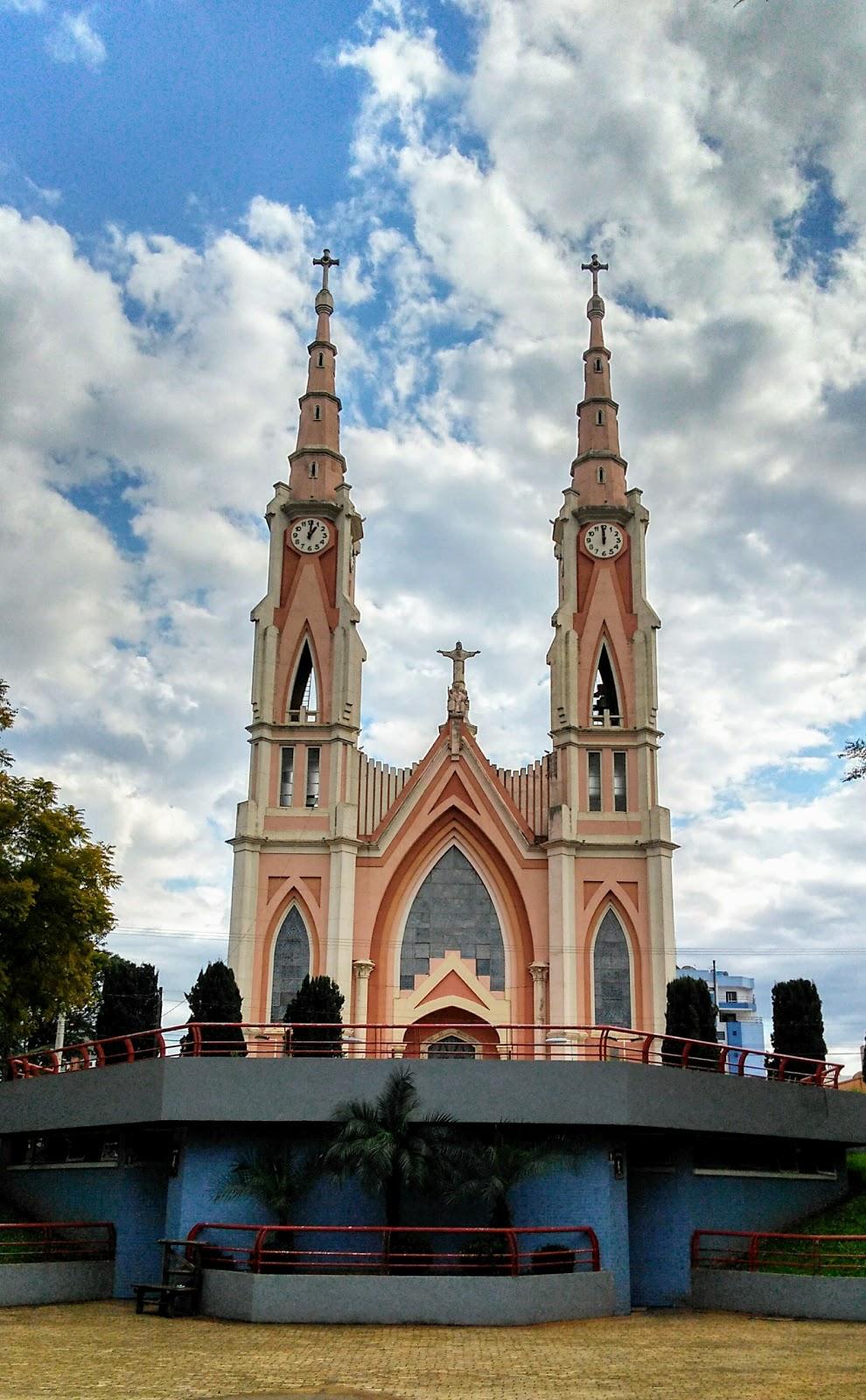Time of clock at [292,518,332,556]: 1:00
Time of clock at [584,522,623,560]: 11:59
